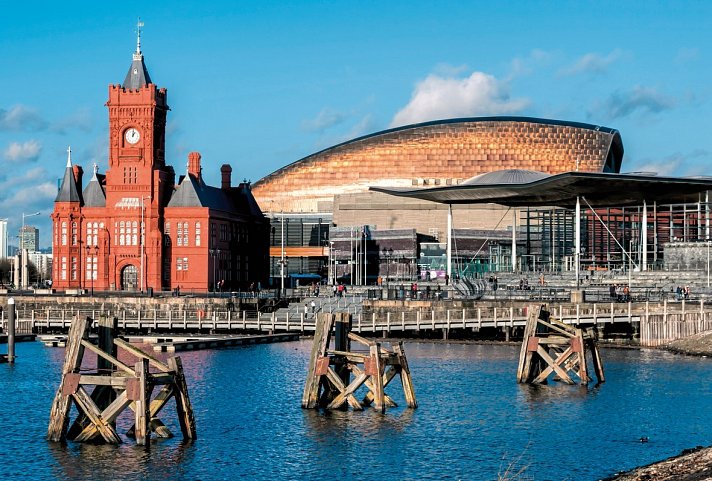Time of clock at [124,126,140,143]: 1:01
